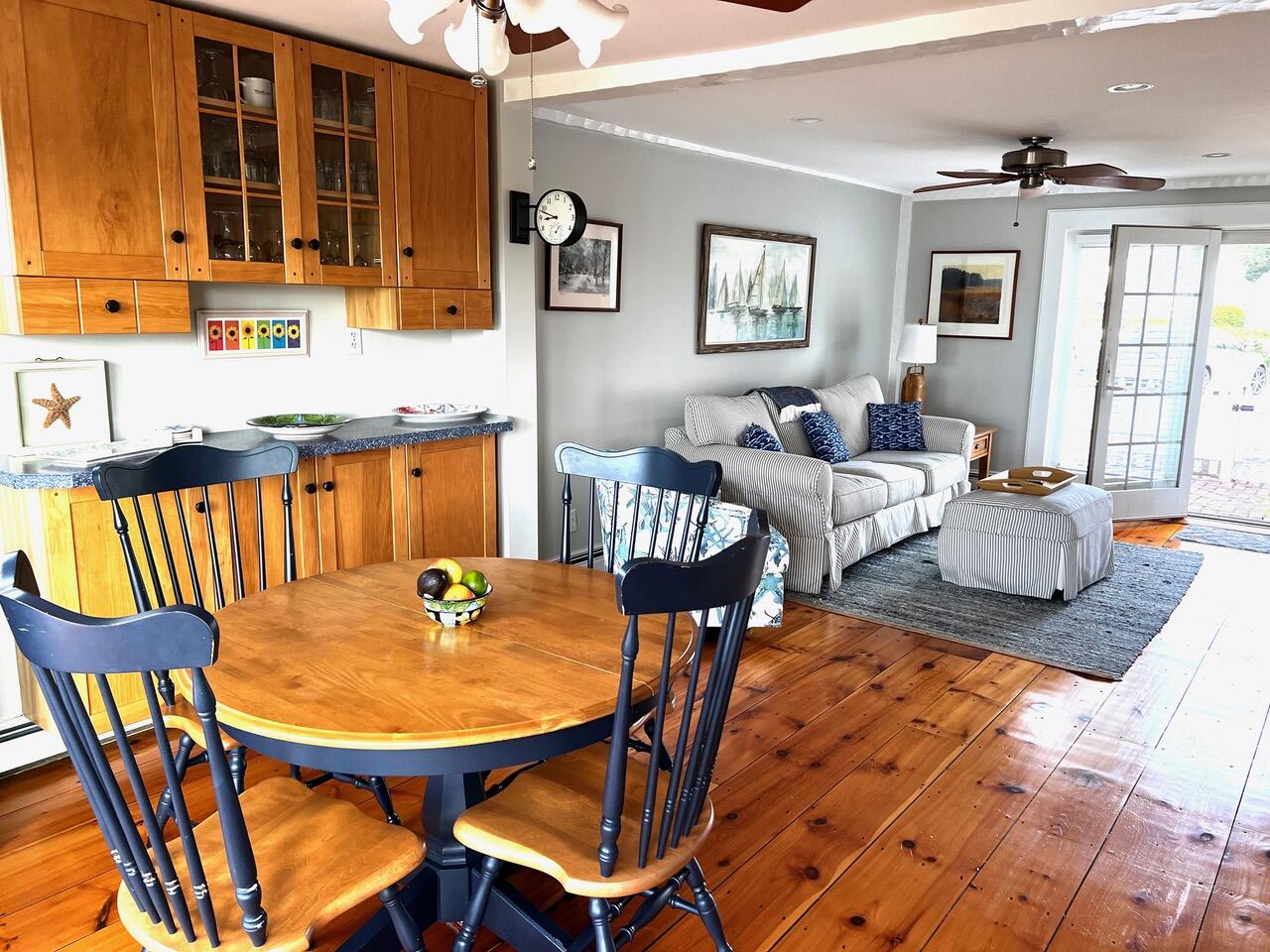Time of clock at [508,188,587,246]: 8:48
